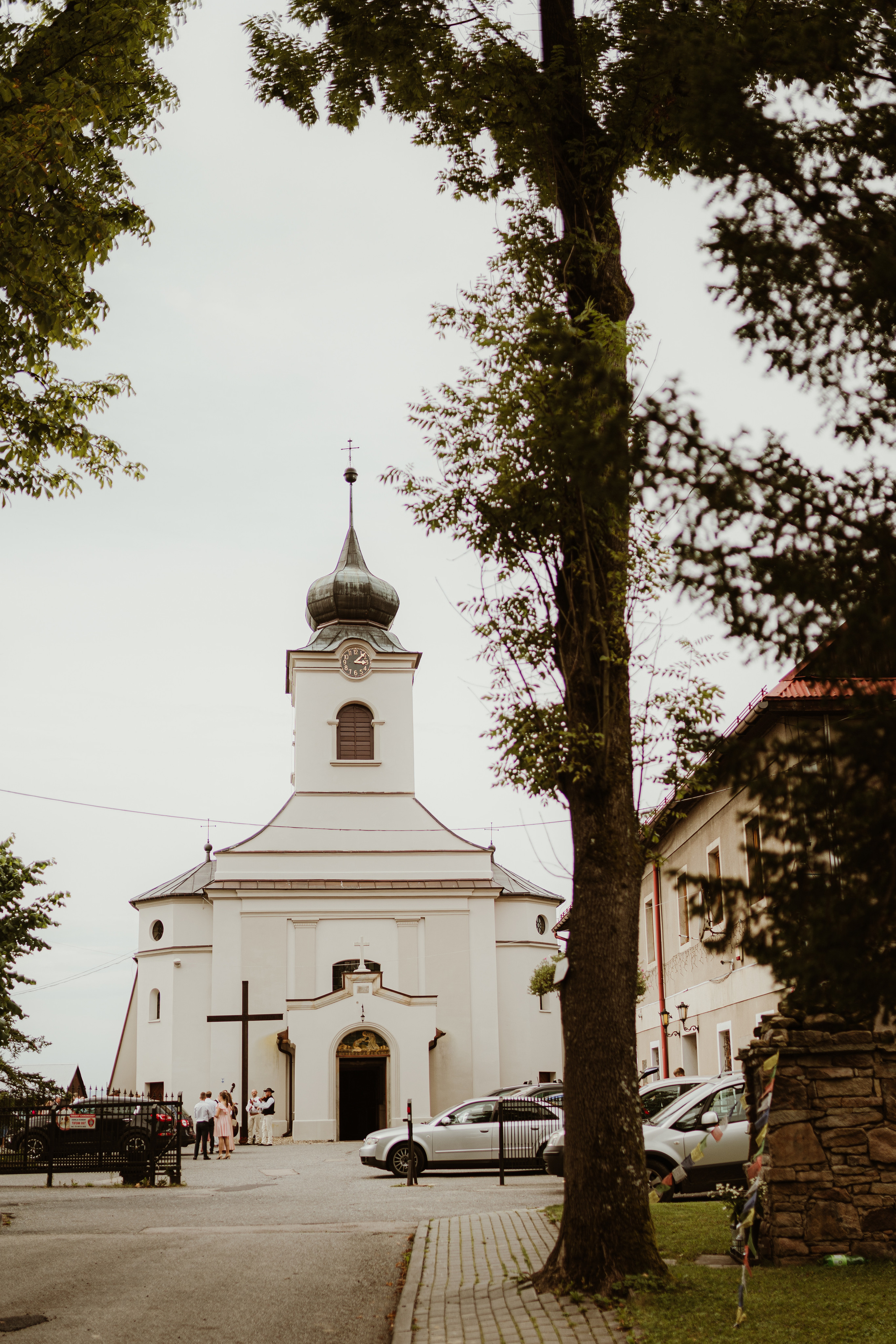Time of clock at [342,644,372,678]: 3:07
